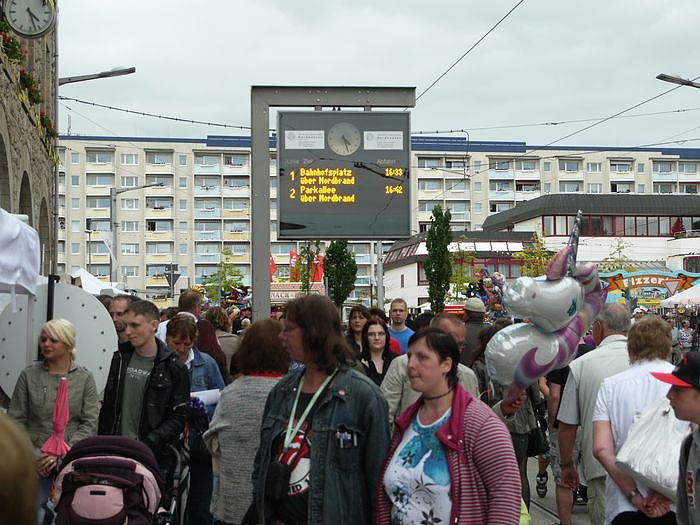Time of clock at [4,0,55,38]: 4:27
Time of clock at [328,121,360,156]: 4:27
